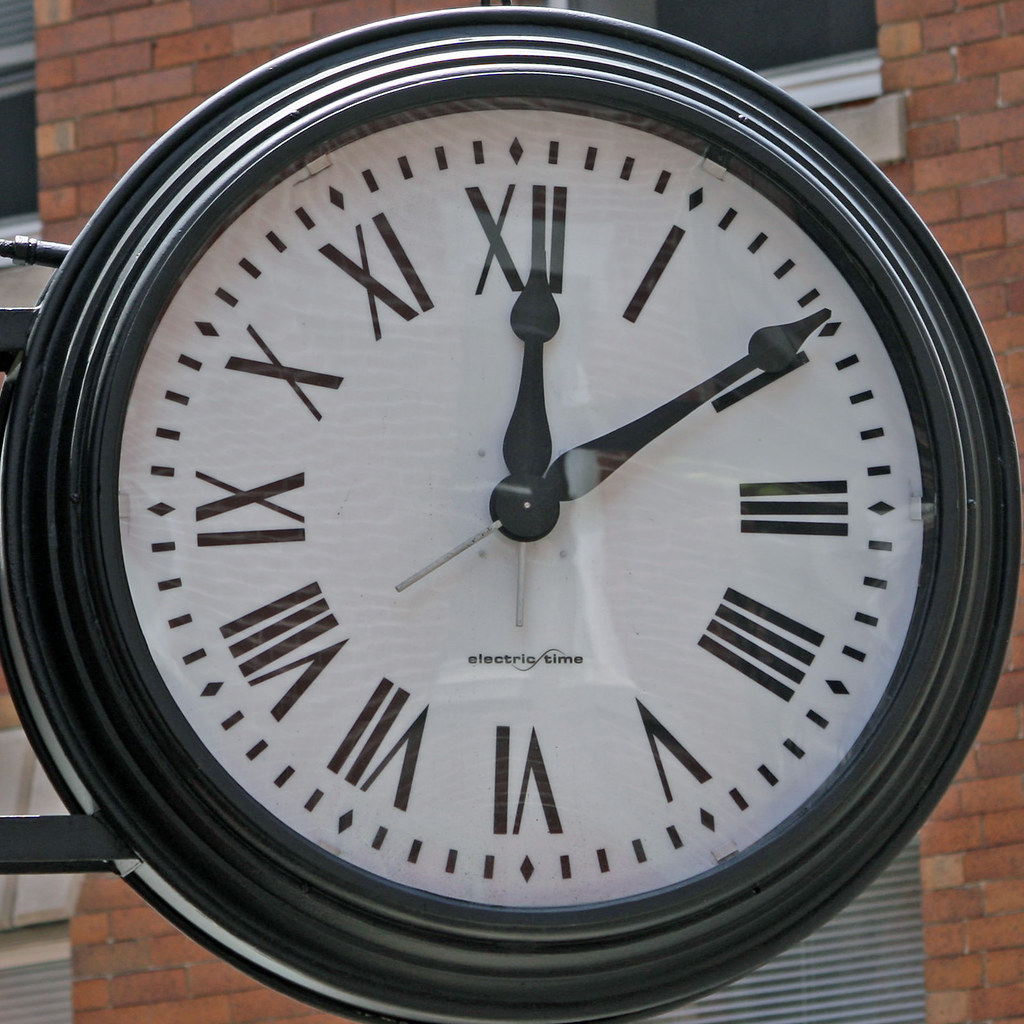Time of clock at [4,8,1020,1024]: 12:09
